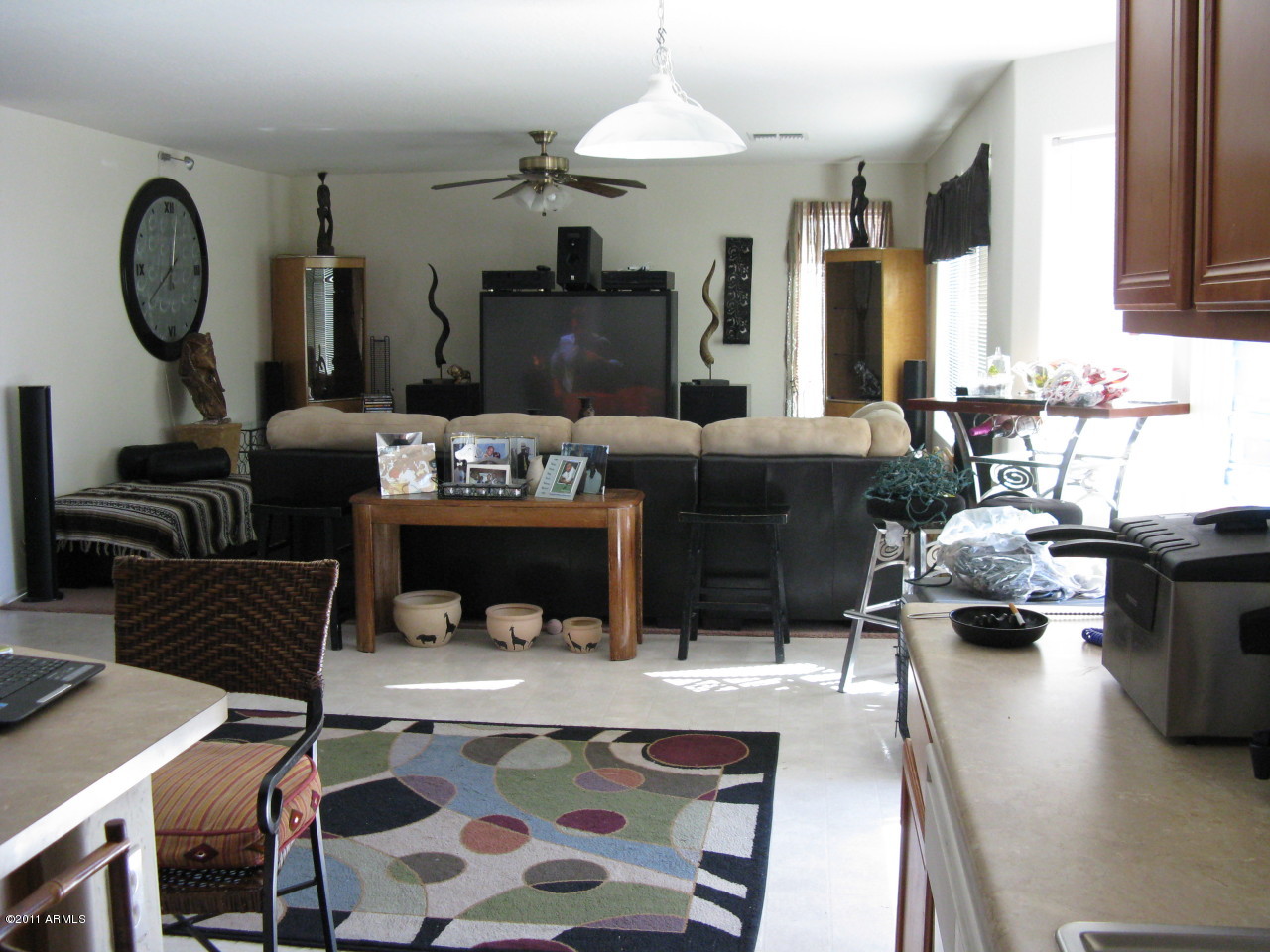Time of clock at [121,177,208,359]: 8:02
